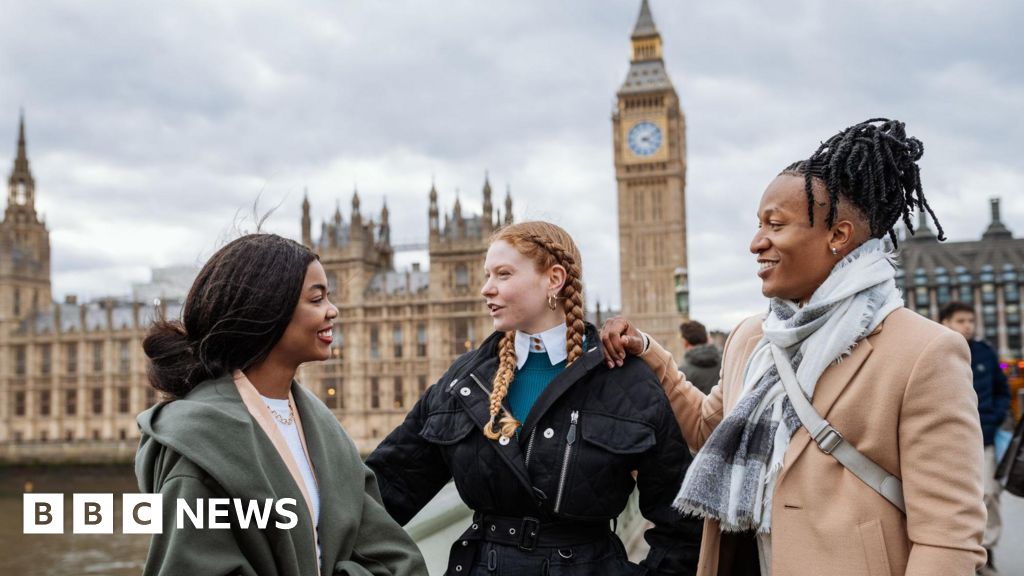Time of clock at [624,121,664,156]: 4:10
